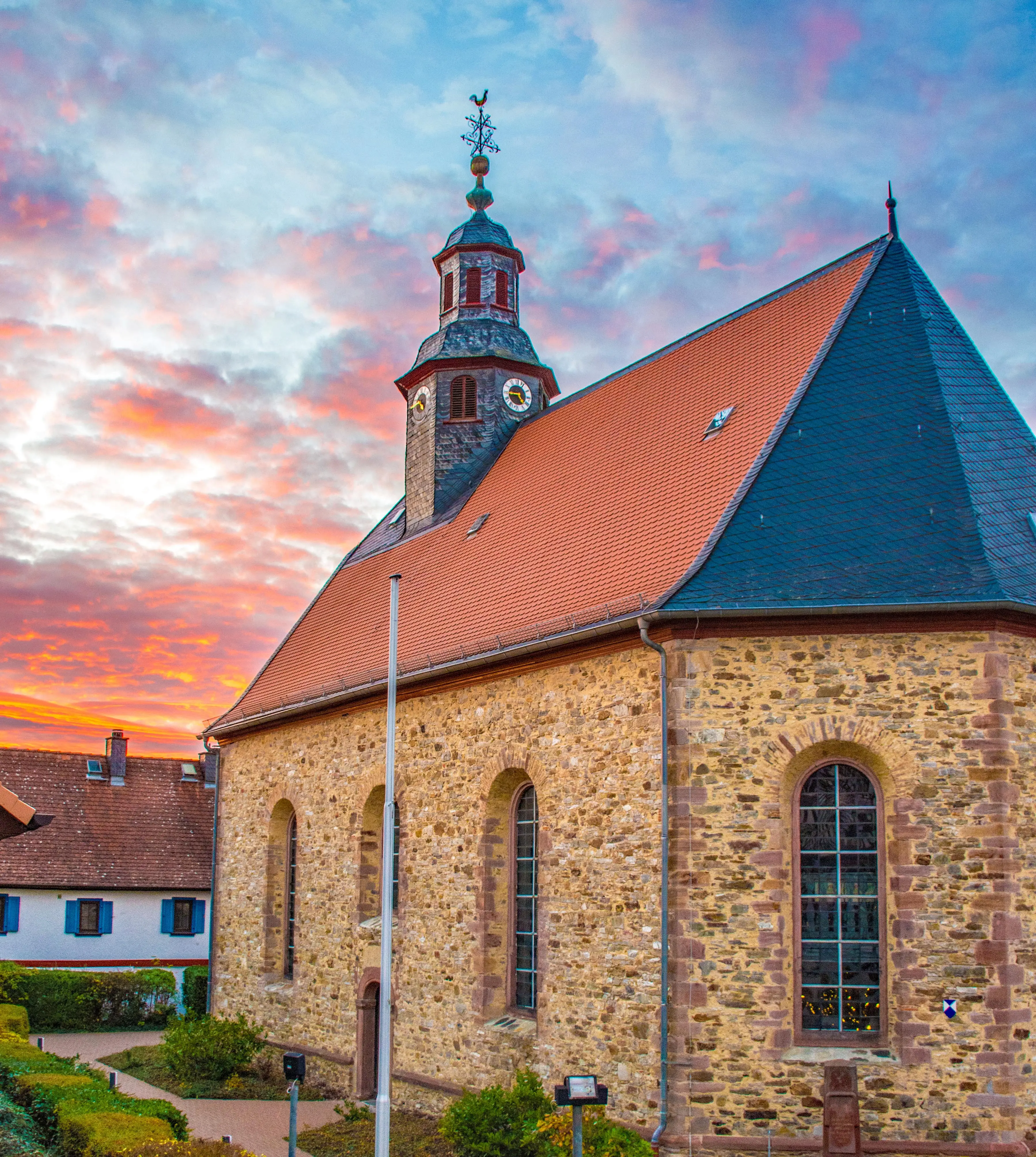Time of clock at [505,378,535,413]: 4:44
